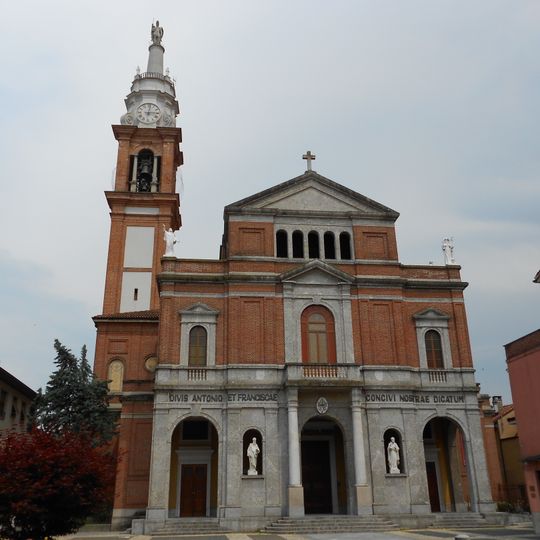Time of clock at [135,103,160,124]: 3:01
